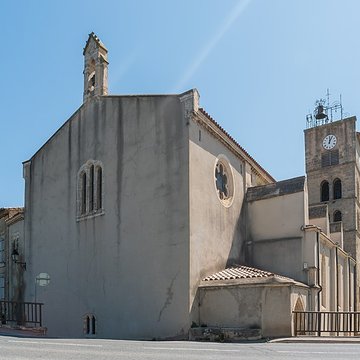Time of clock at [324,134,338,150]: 12:04
